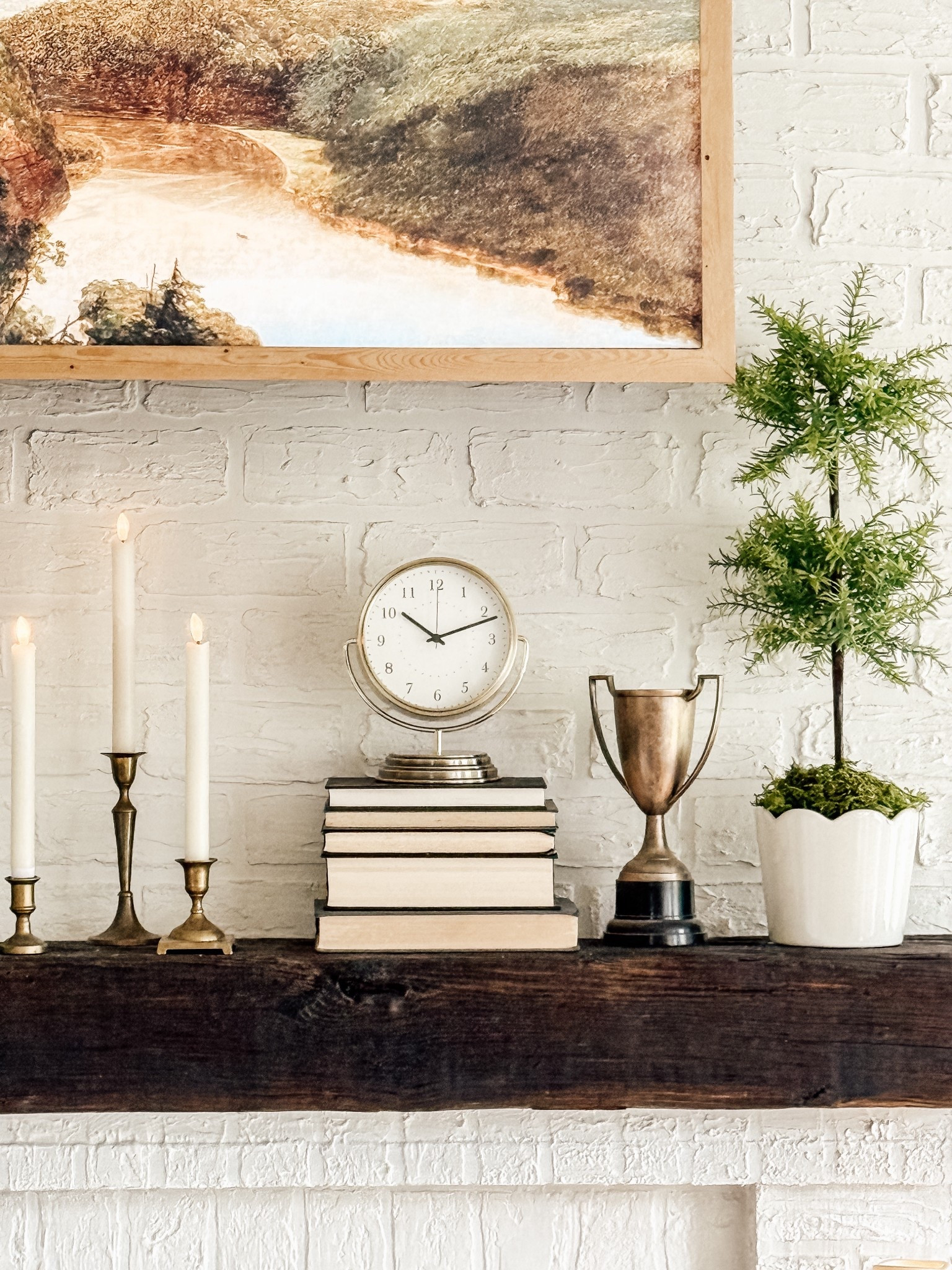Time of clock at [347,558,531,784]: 10:11
